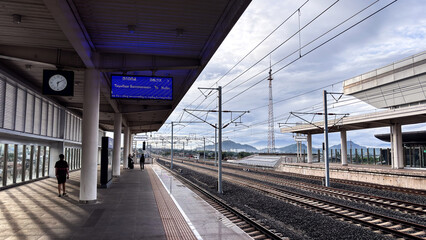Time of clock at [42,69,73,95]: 6:10
